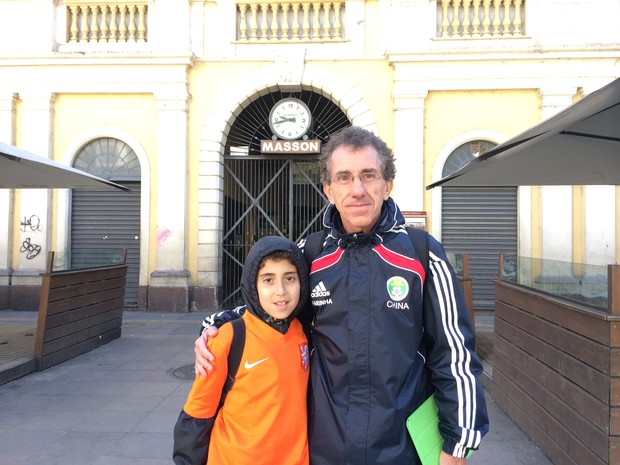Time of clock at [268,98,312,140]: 9:42
